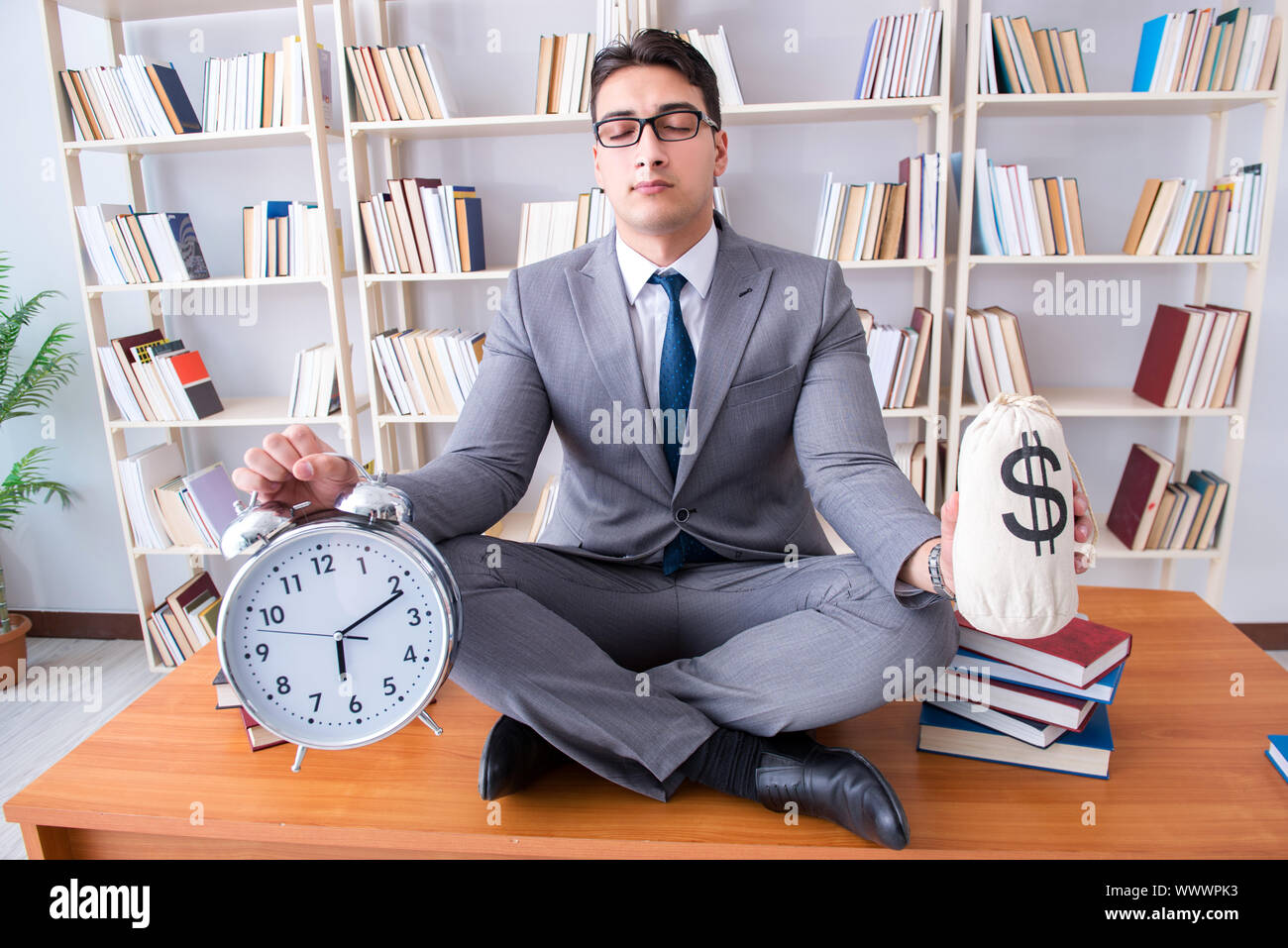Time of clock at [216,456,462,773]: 6:11
